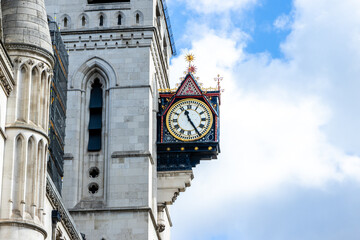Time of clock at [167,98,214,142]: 11:24
